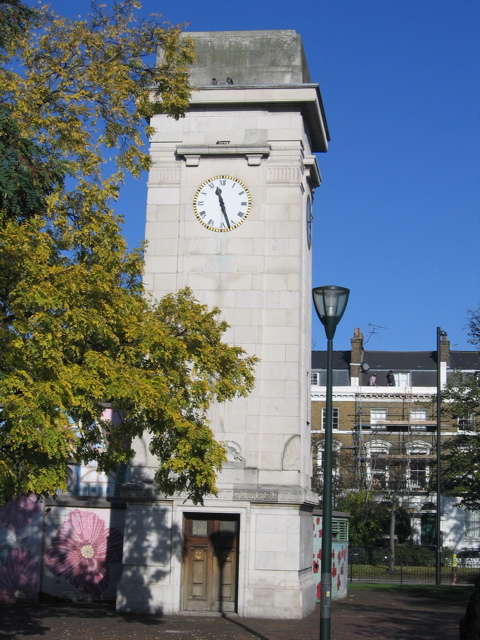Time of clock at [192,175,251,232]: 11:26
